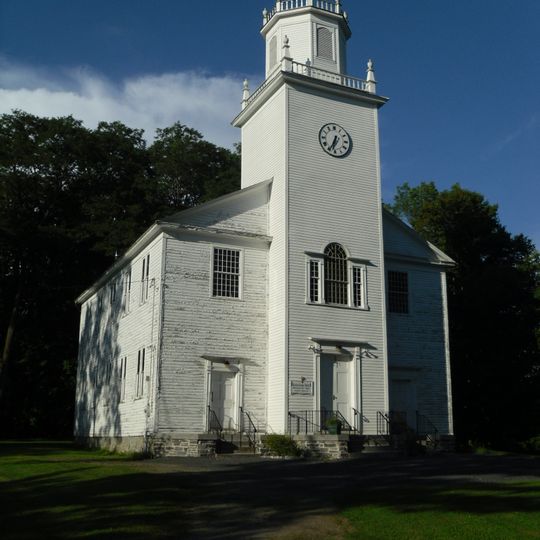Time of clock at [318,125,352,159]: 6:34
